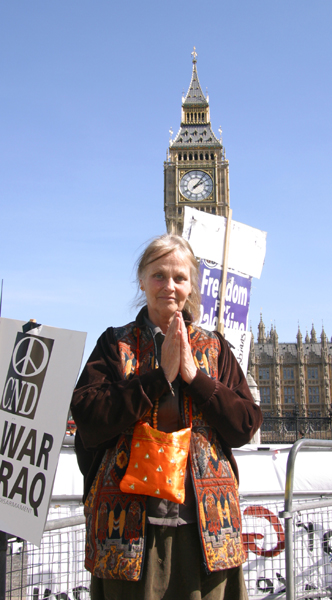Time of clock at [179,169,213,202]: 2:06
